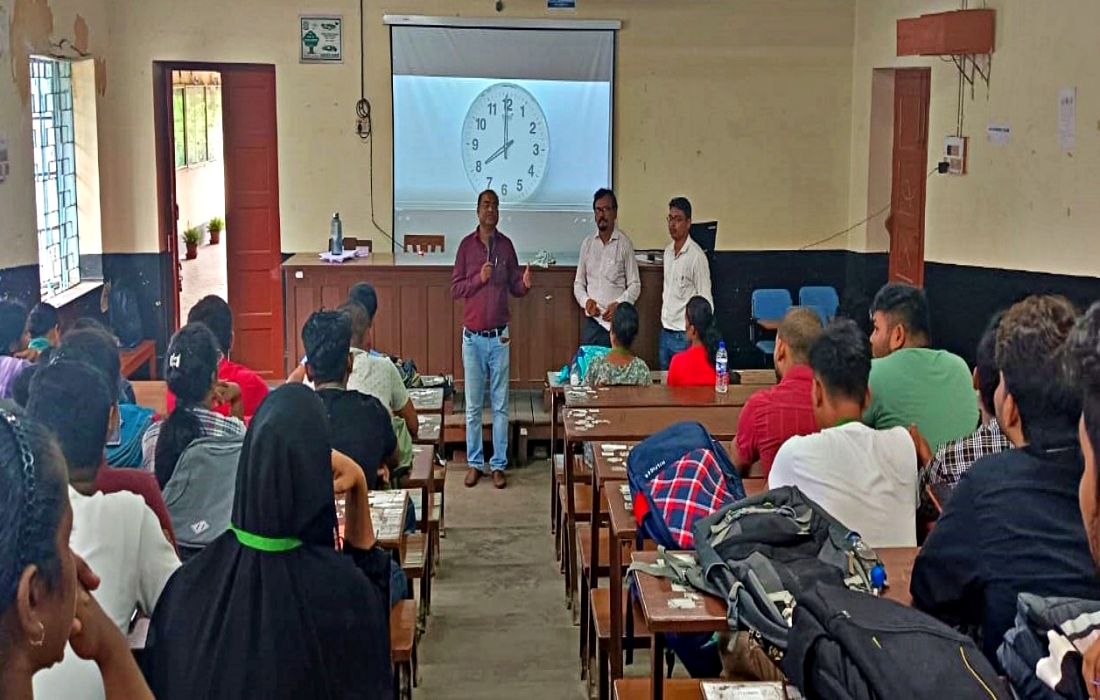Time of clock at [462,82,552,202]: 7:59
